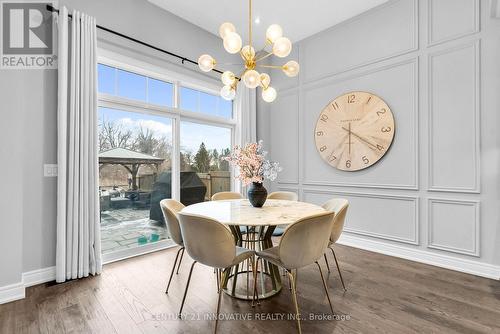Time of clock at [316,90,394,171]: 7:20
